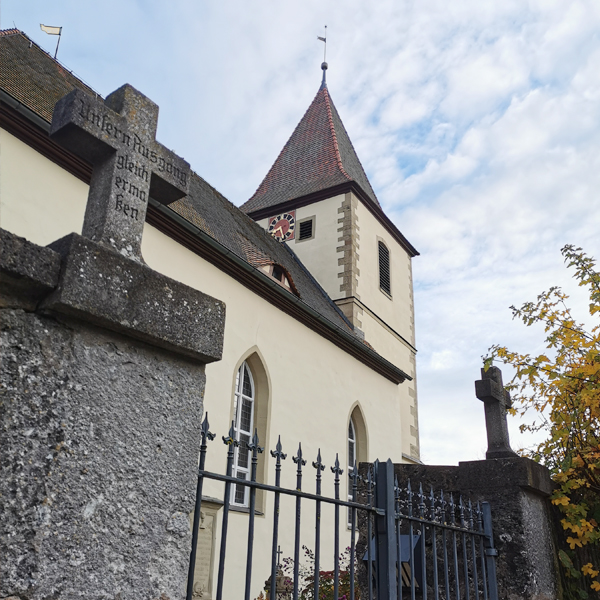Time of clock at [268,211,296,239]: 5:40
